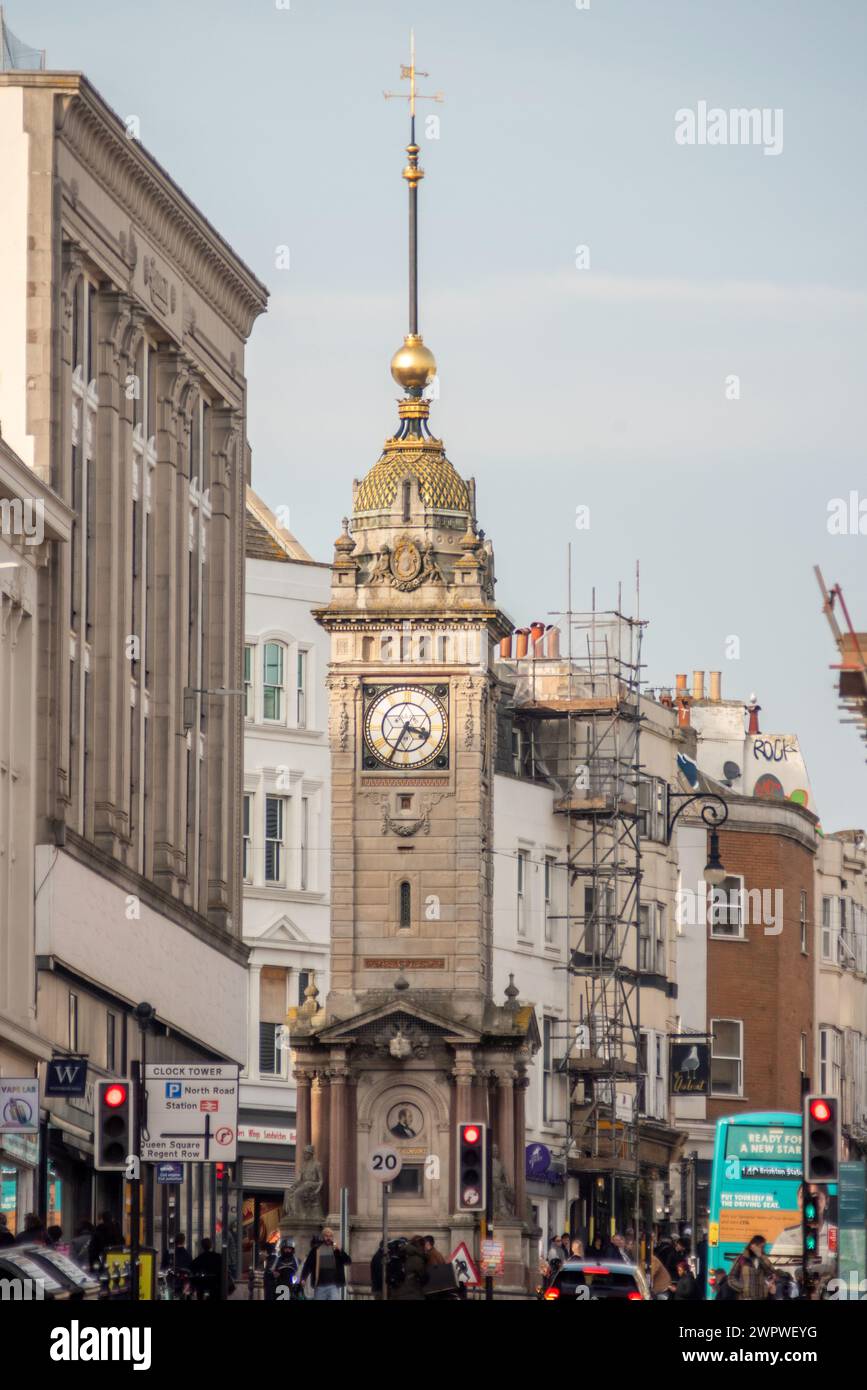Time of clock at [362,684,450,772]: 3:34
